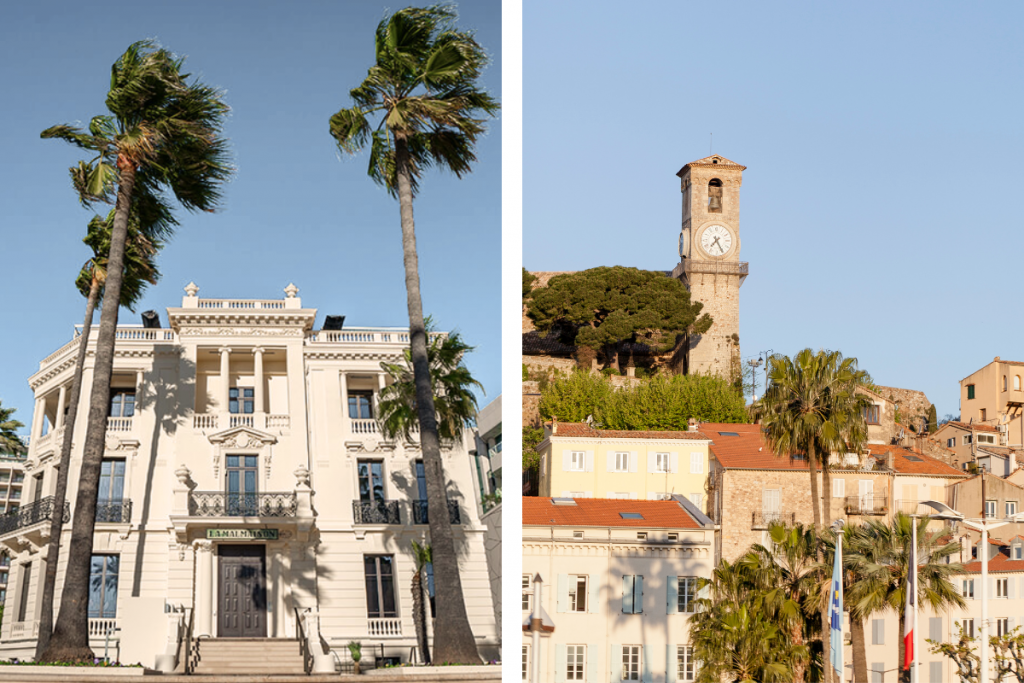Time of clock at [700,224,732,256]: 7:25
